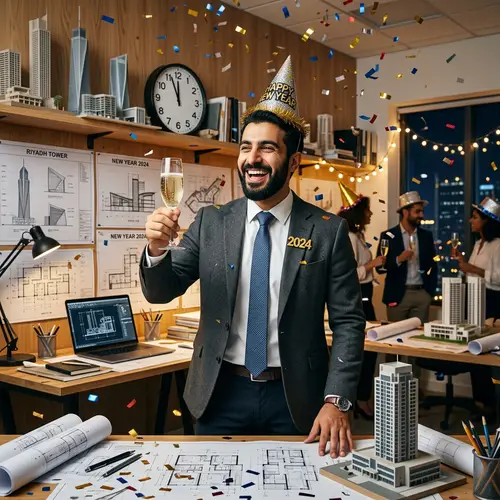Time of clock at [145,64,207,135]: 11:56
